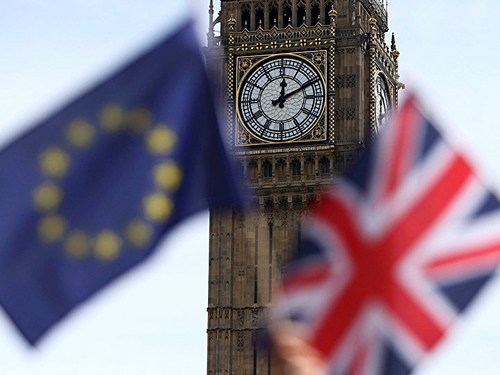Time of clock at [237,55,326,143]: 12:10
